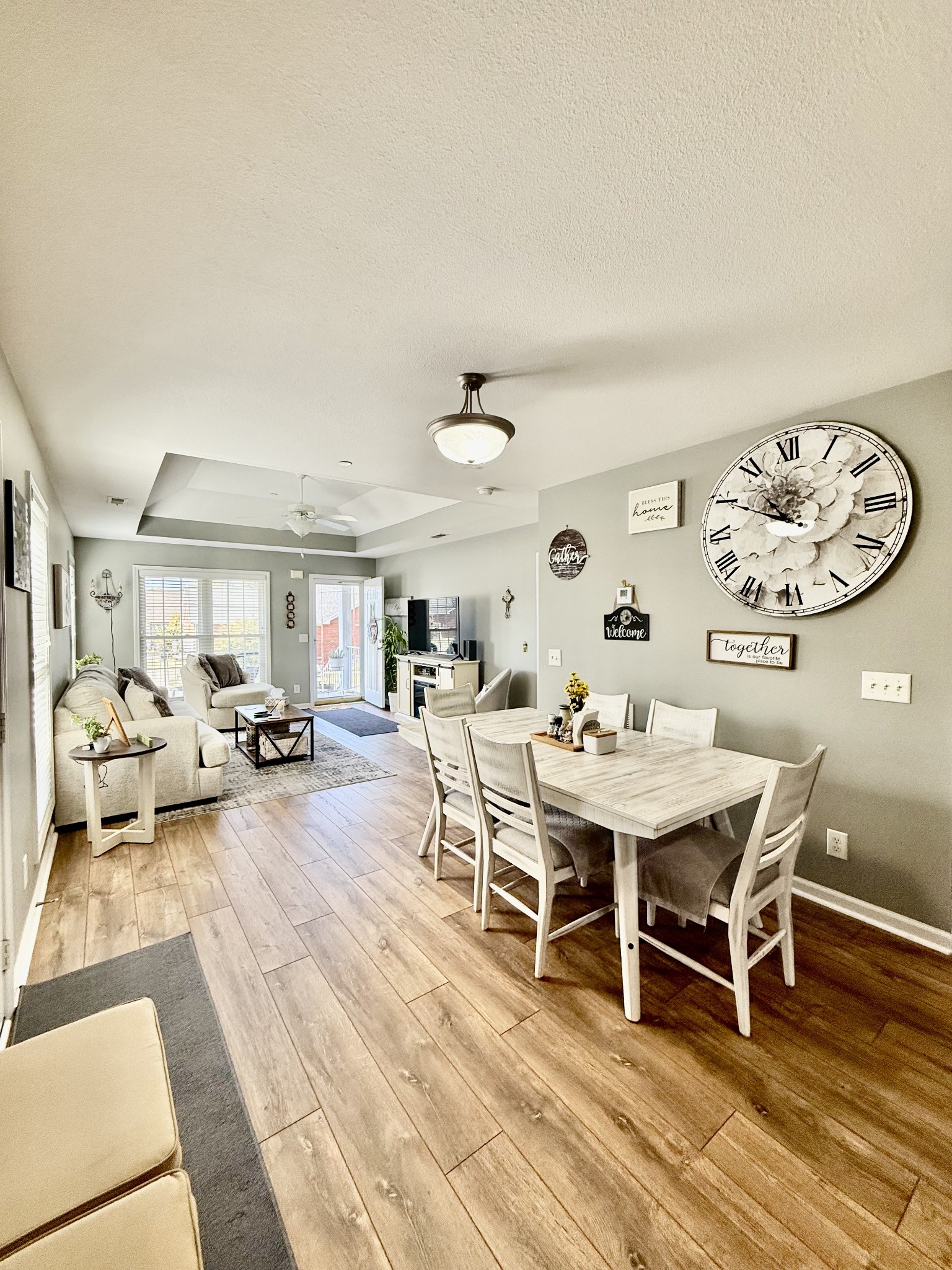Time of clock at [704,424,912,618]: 10:49
